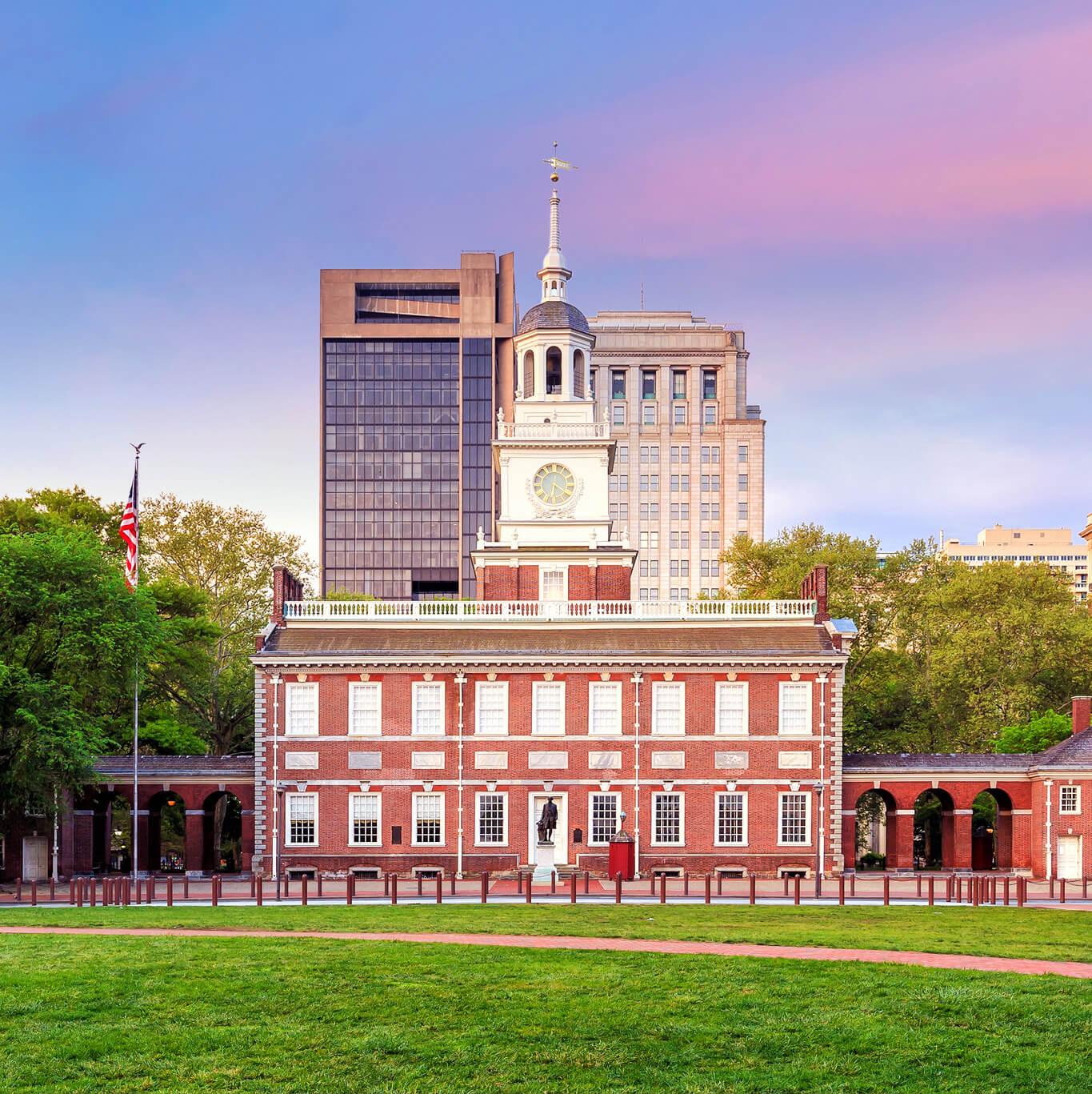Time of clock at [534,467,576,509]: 6:20
